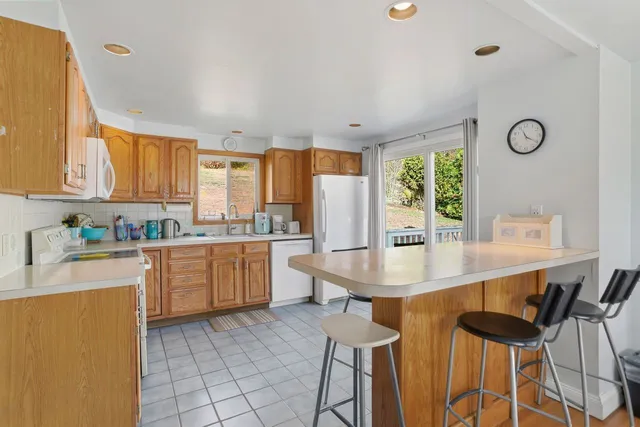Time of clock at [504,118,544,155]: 11:20
